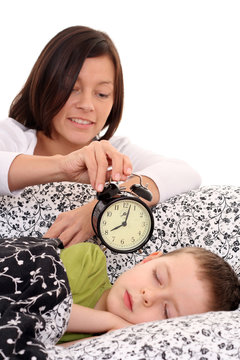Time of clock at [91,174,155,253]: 8:02
